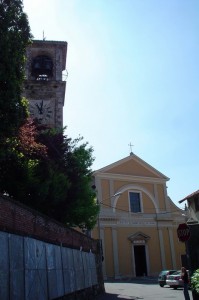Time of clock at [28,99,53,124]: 11:01
